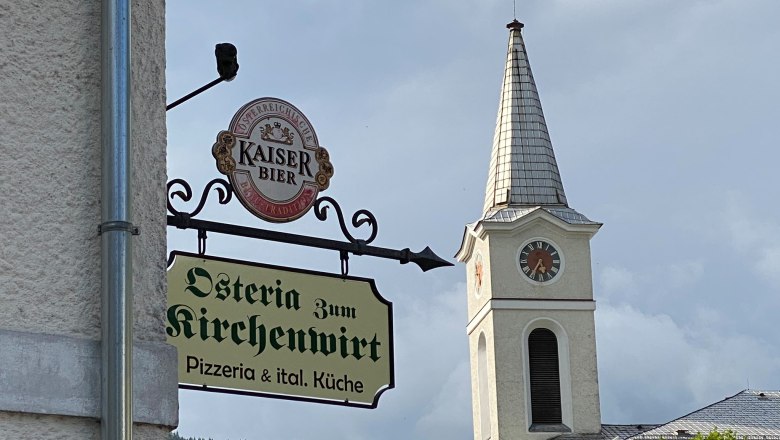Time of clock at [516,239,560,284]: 5:35
